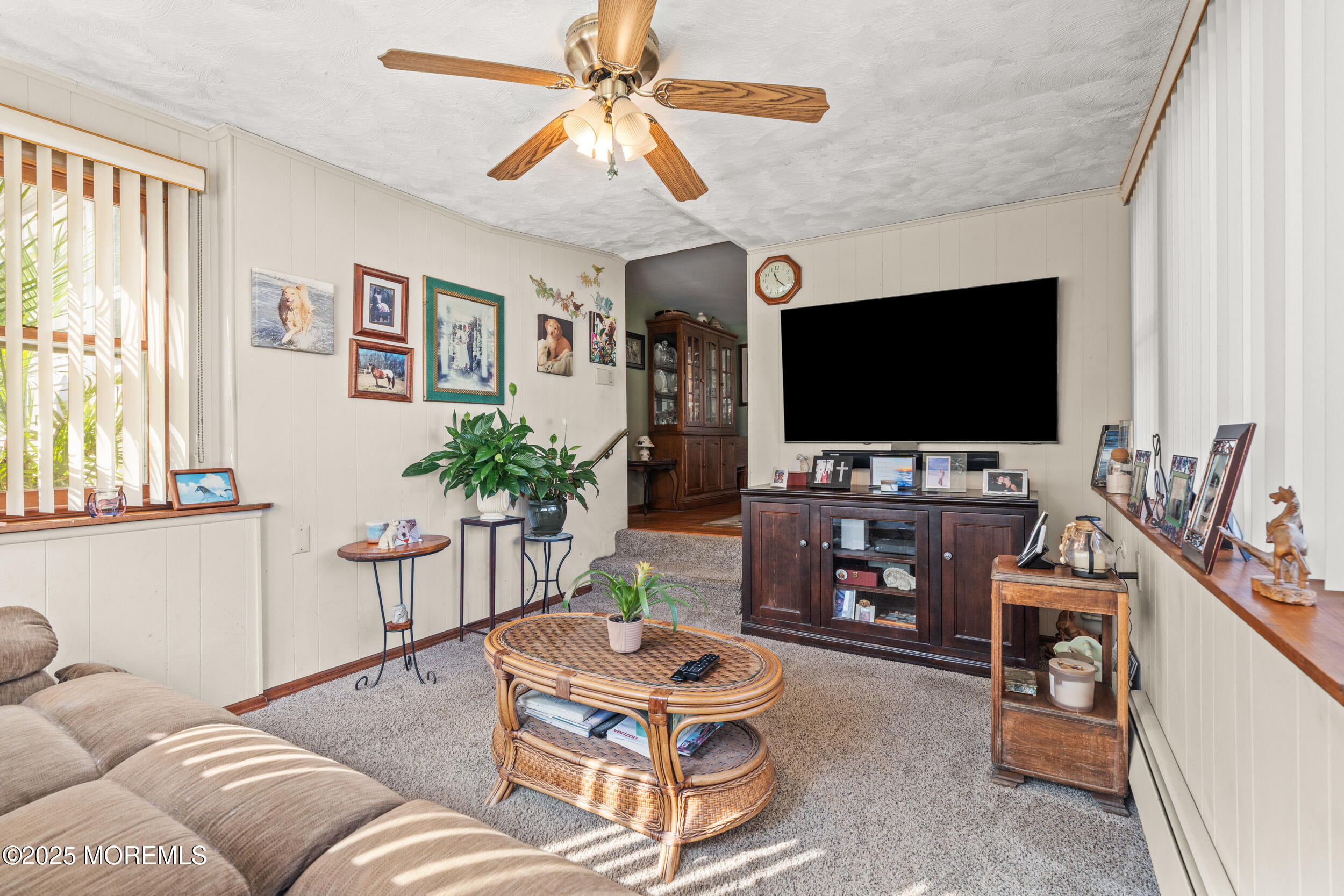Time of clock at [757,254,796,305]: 11:21
